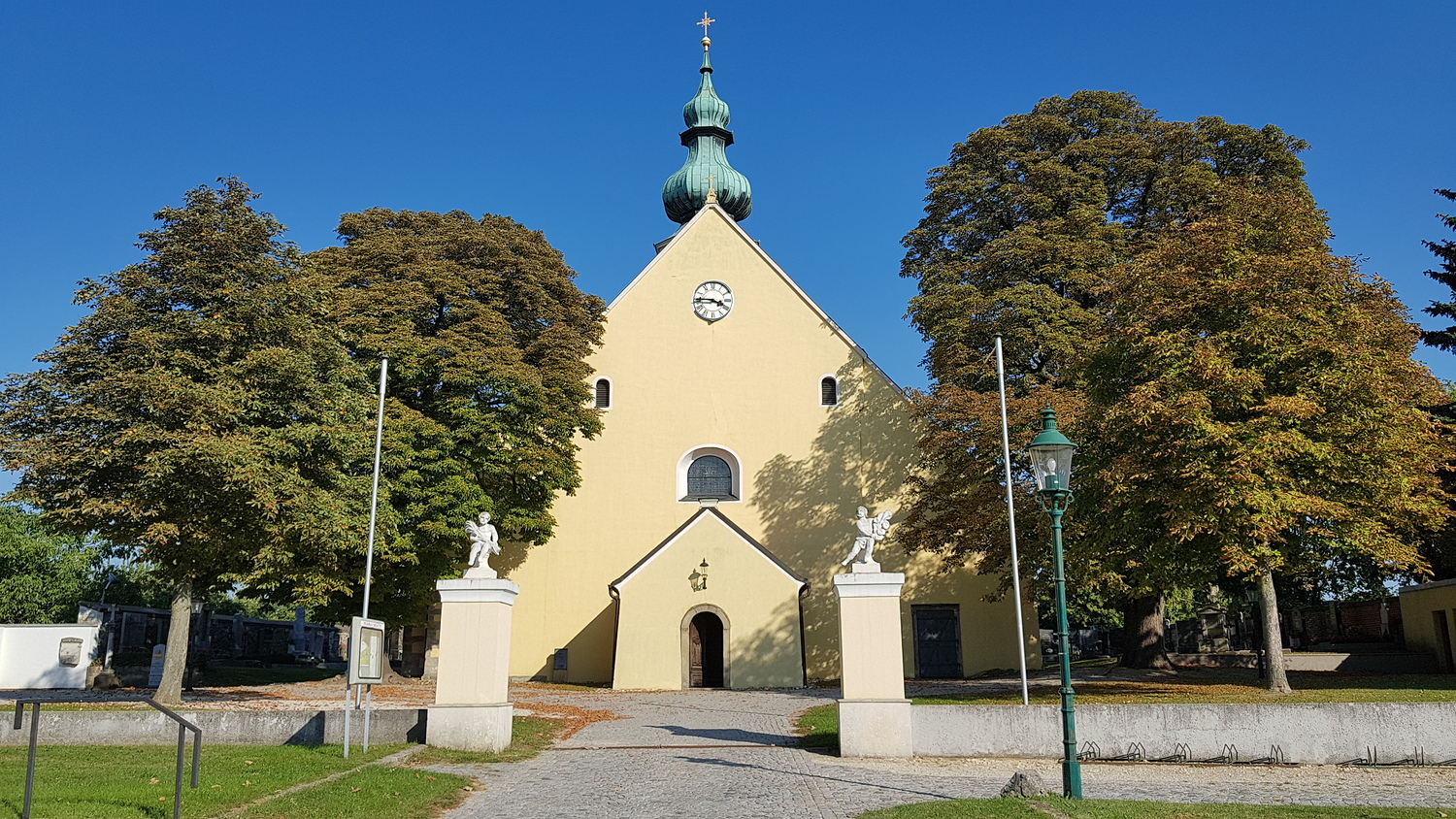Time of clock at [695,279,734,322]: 3:45
